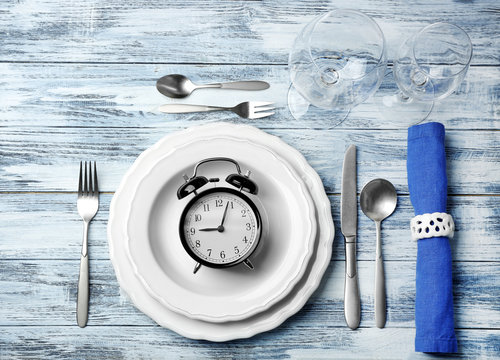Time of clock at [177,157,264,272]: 9:03
